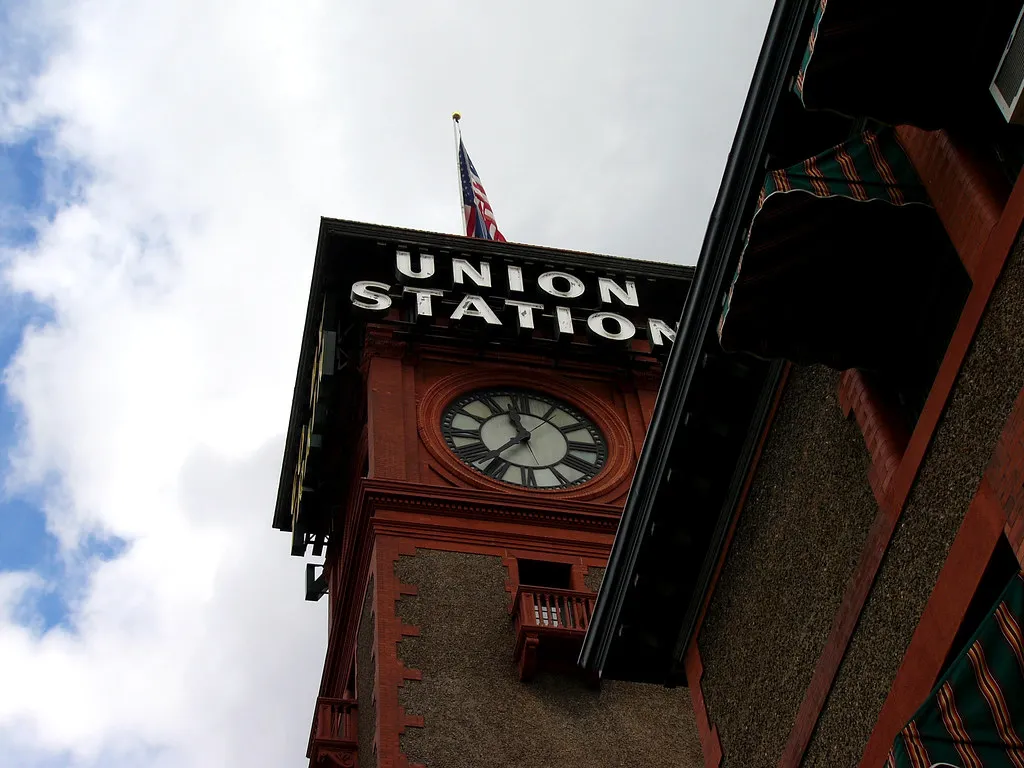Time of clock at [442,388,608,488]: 11:36
